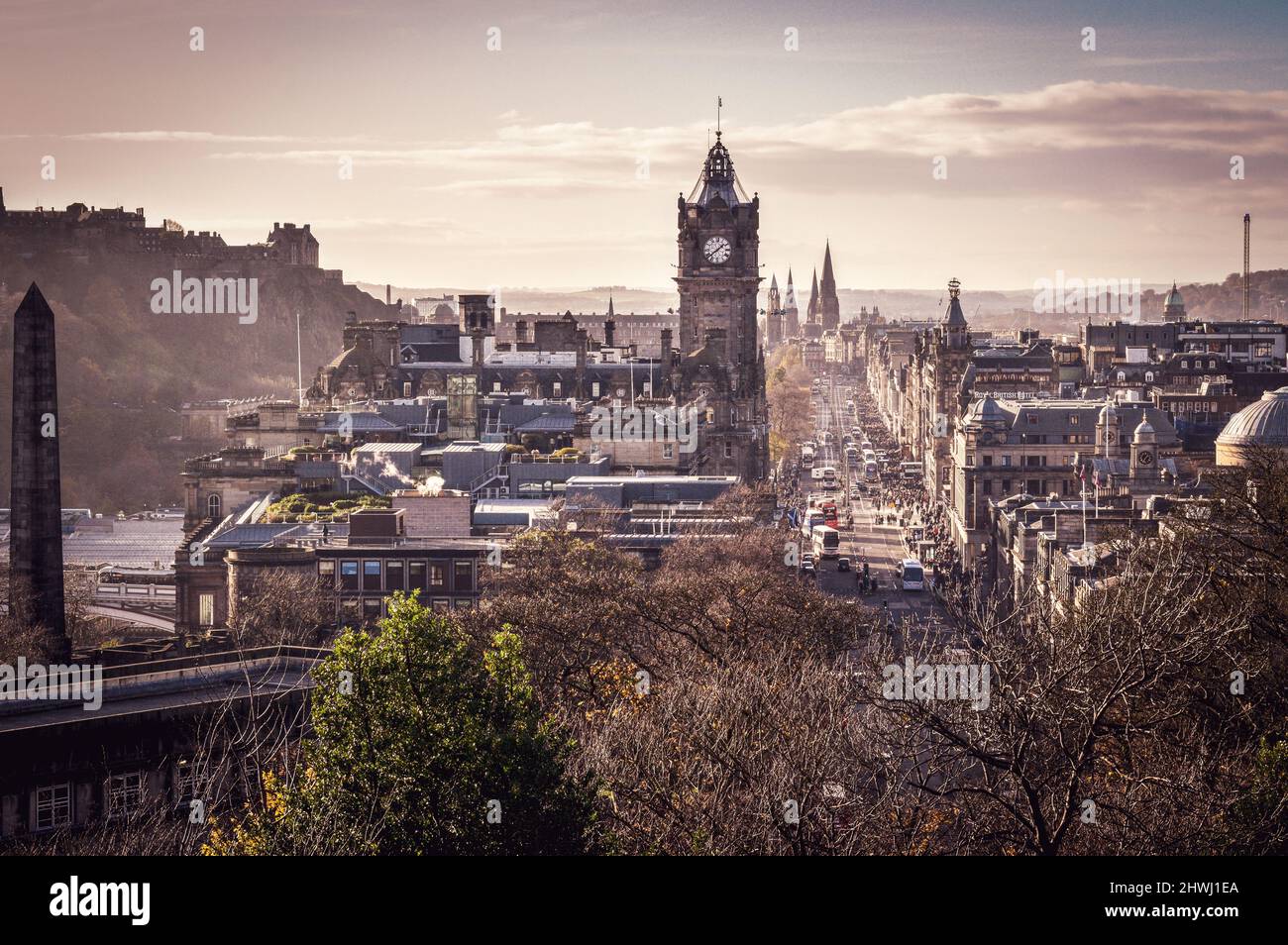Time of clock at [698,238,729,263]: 1:38
